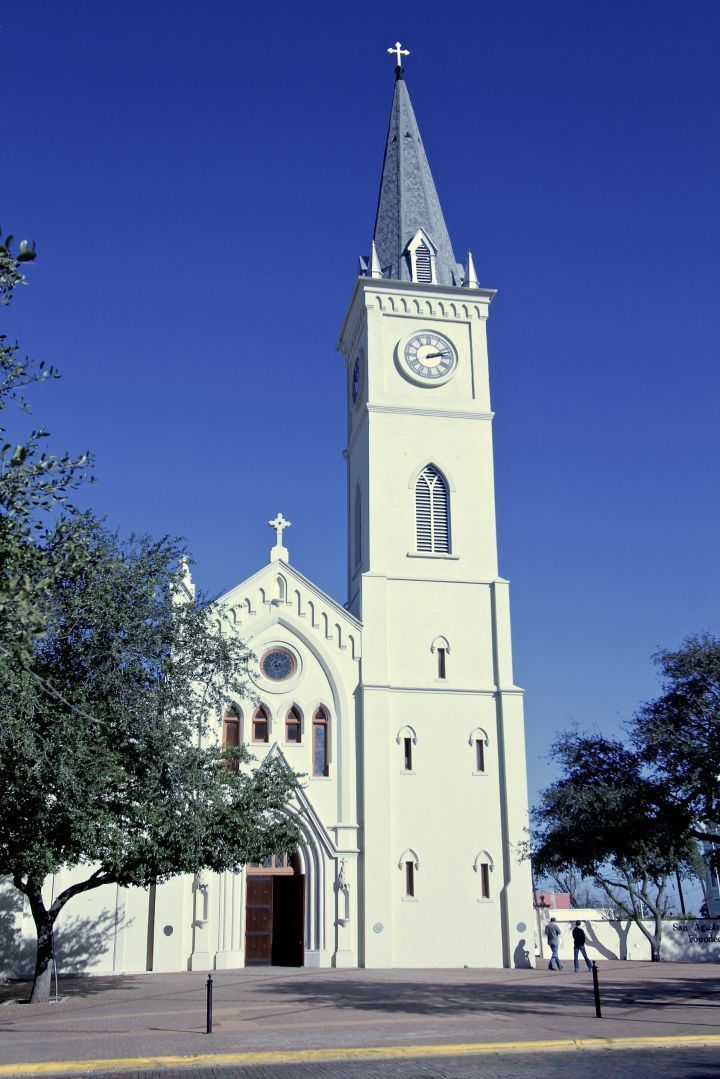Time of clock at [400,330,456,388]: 2:12
